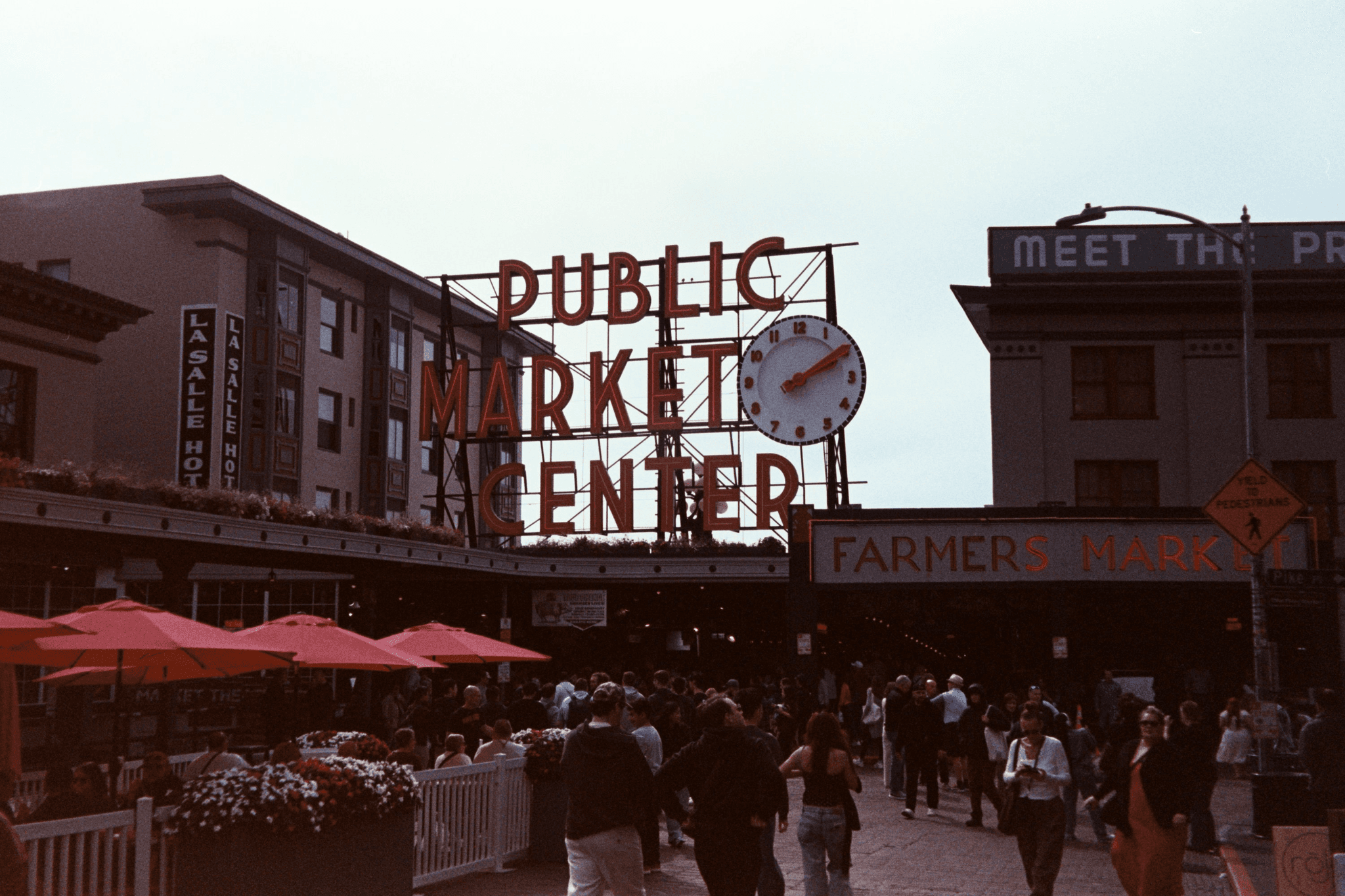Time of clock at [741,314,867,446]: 2:09
